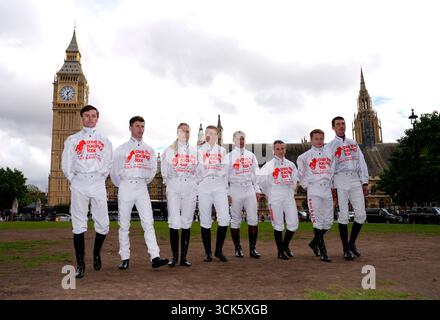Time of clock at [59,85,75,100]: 1:28
